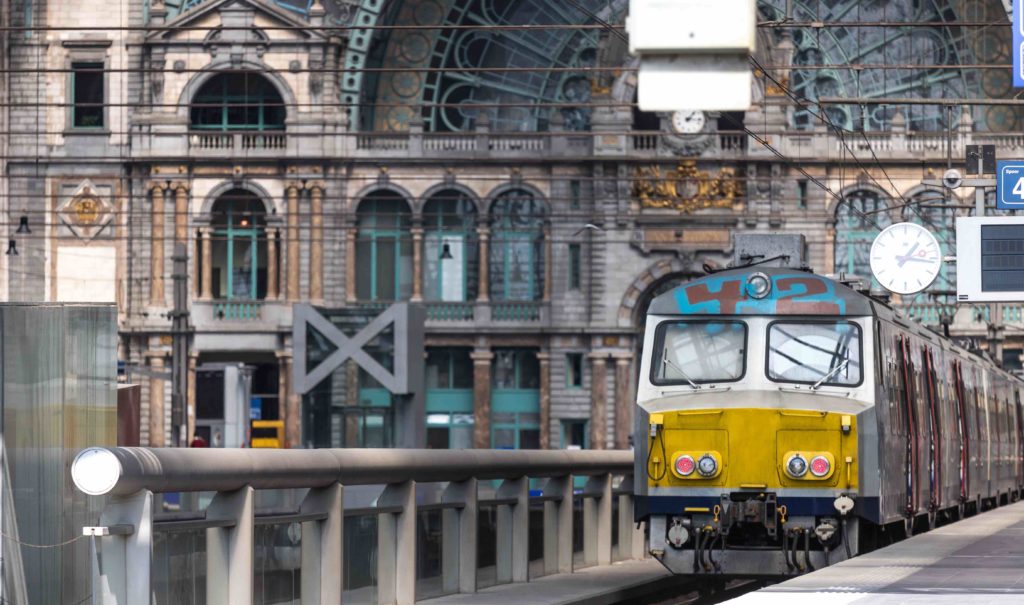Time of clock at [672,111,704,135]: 1:16
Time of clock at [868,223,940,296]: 1:16
